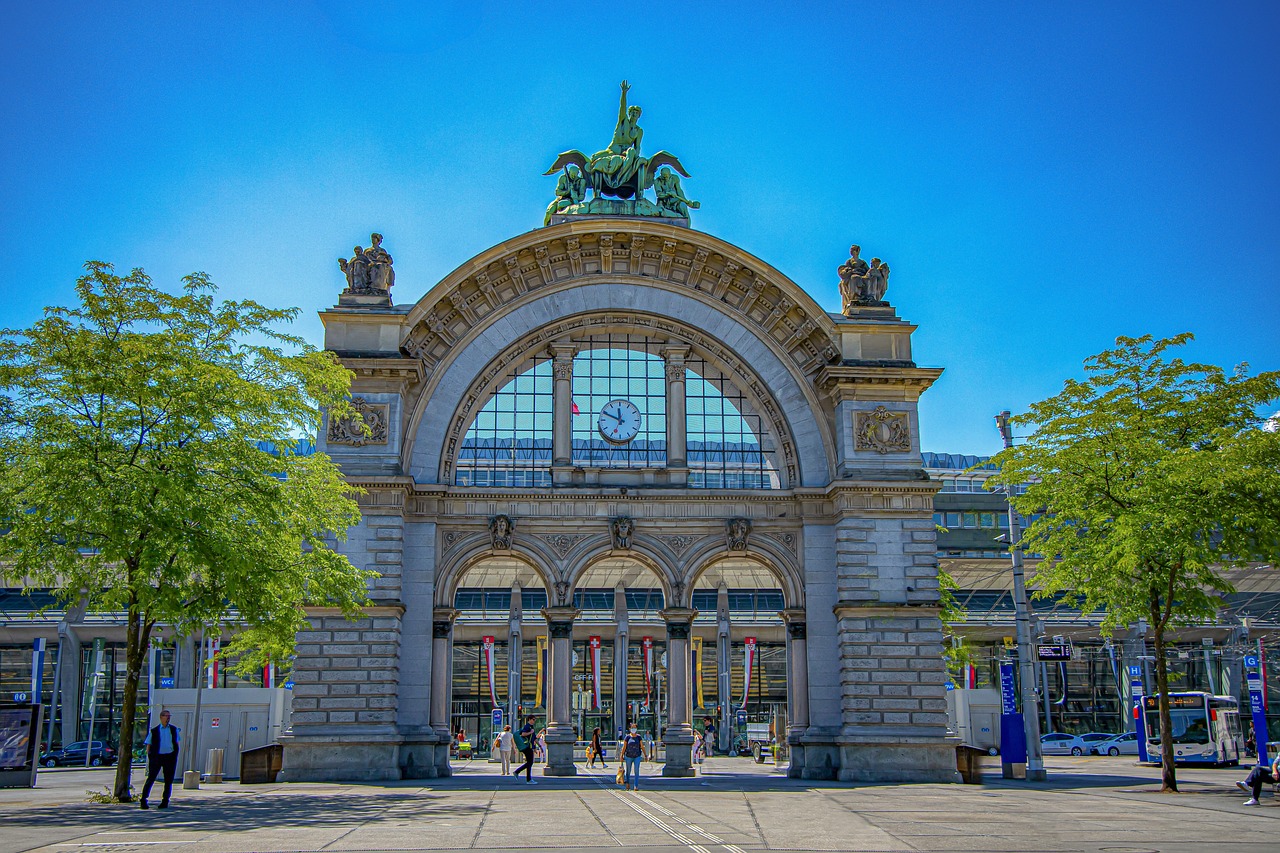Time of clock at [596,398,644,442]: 11:48
